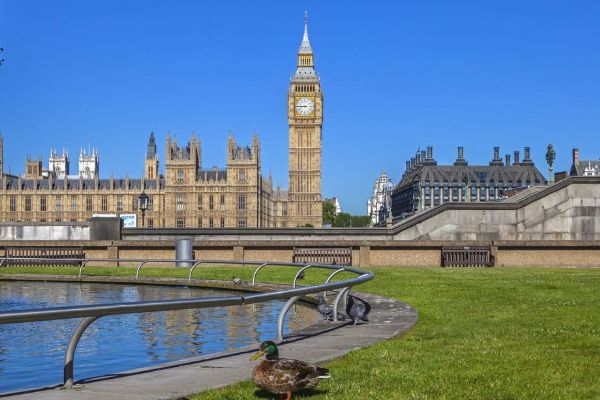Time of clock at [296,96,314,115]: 8:45
